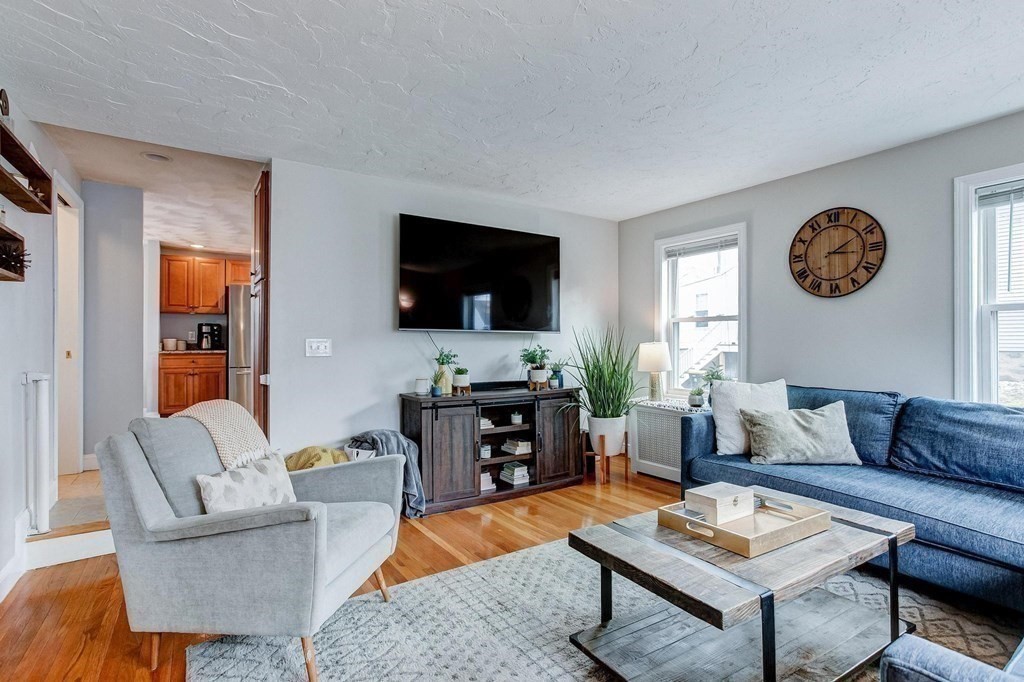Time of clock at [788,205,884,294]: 3:09
